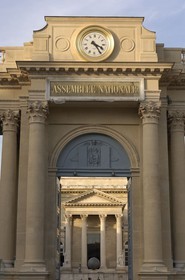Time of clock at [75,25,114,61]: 4:24
